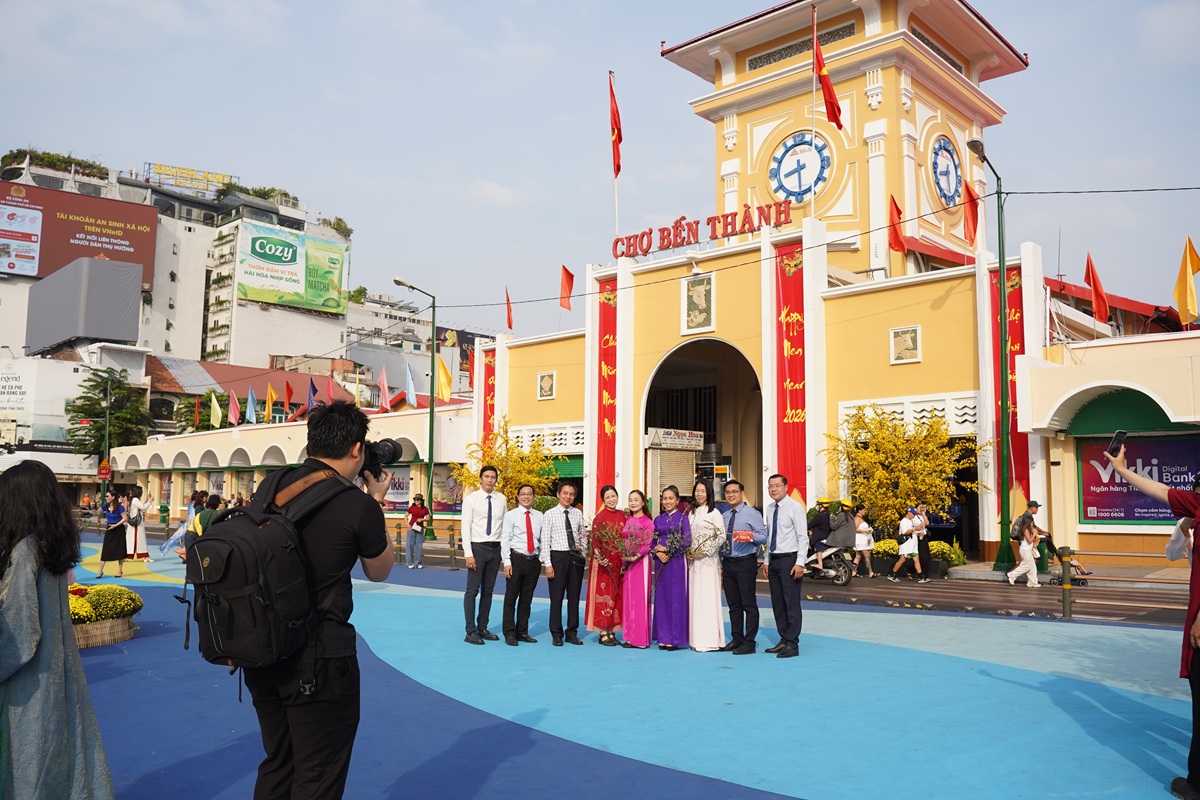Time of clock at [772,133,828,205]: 8:29
